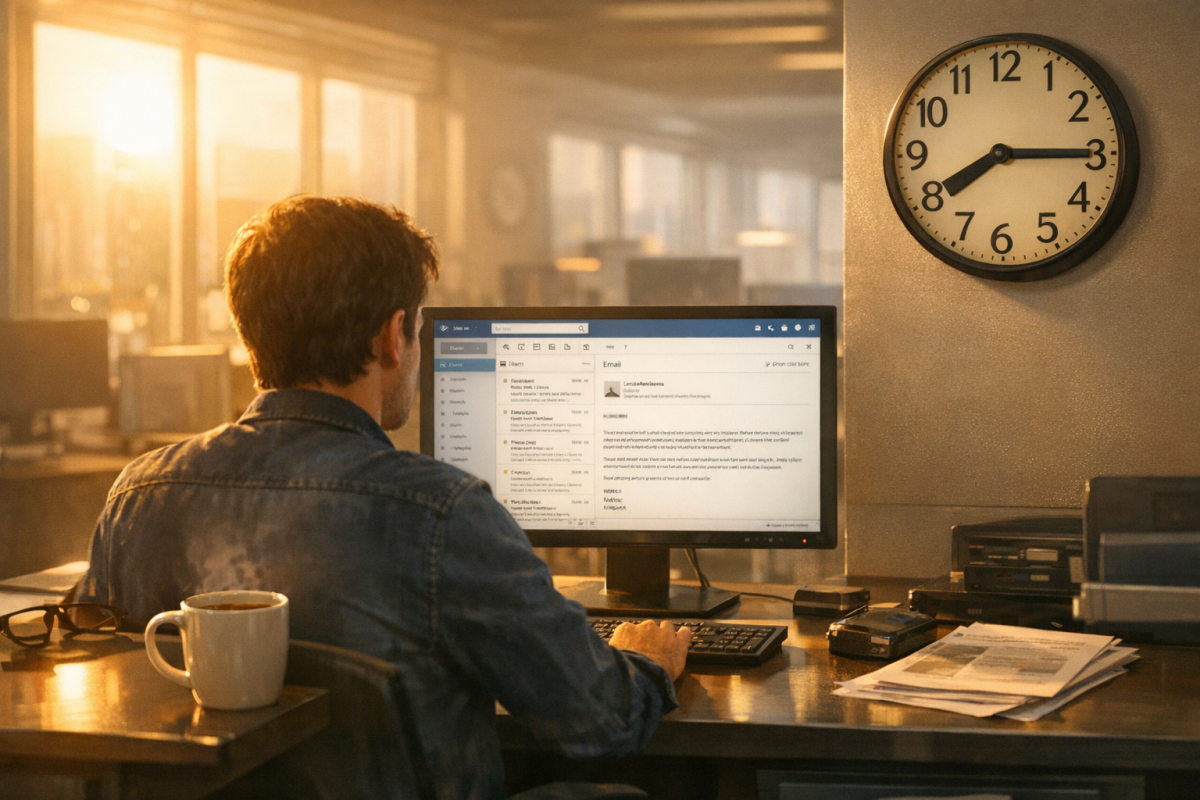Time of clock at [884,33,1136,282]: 8:15
